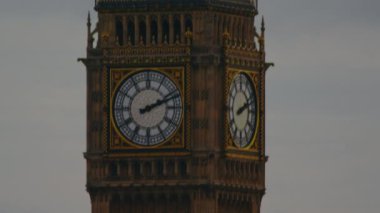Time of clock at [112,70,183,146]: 2:11
